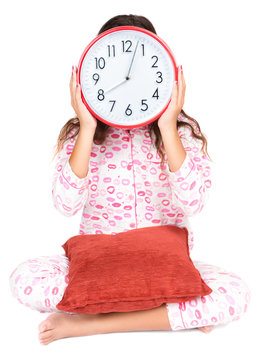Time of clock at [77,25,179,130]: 8:03
